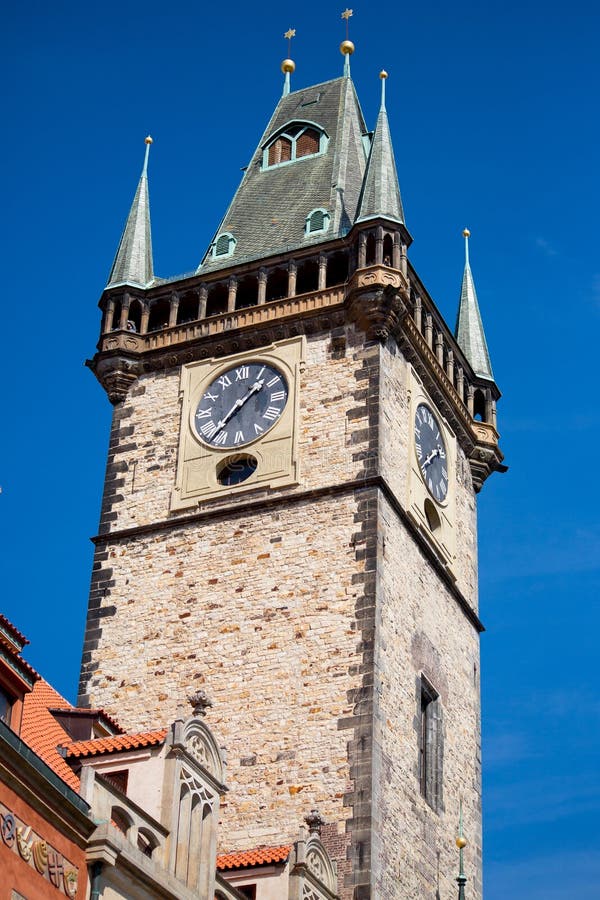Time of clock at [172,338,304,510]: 1:37
